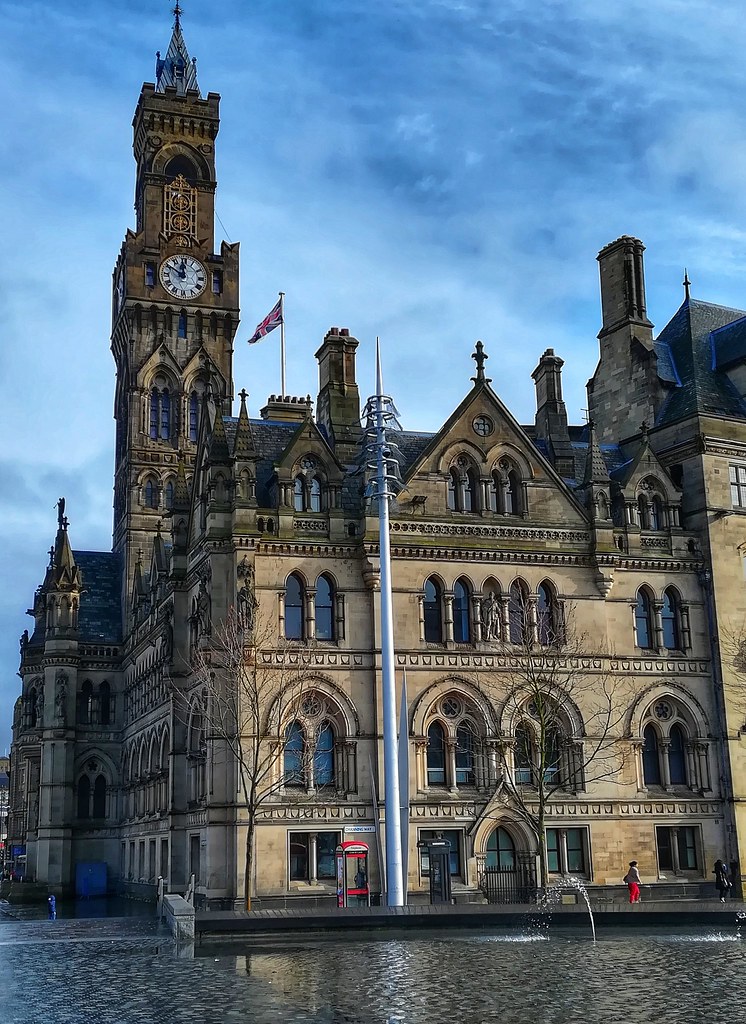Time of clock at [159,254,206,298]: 11:50
